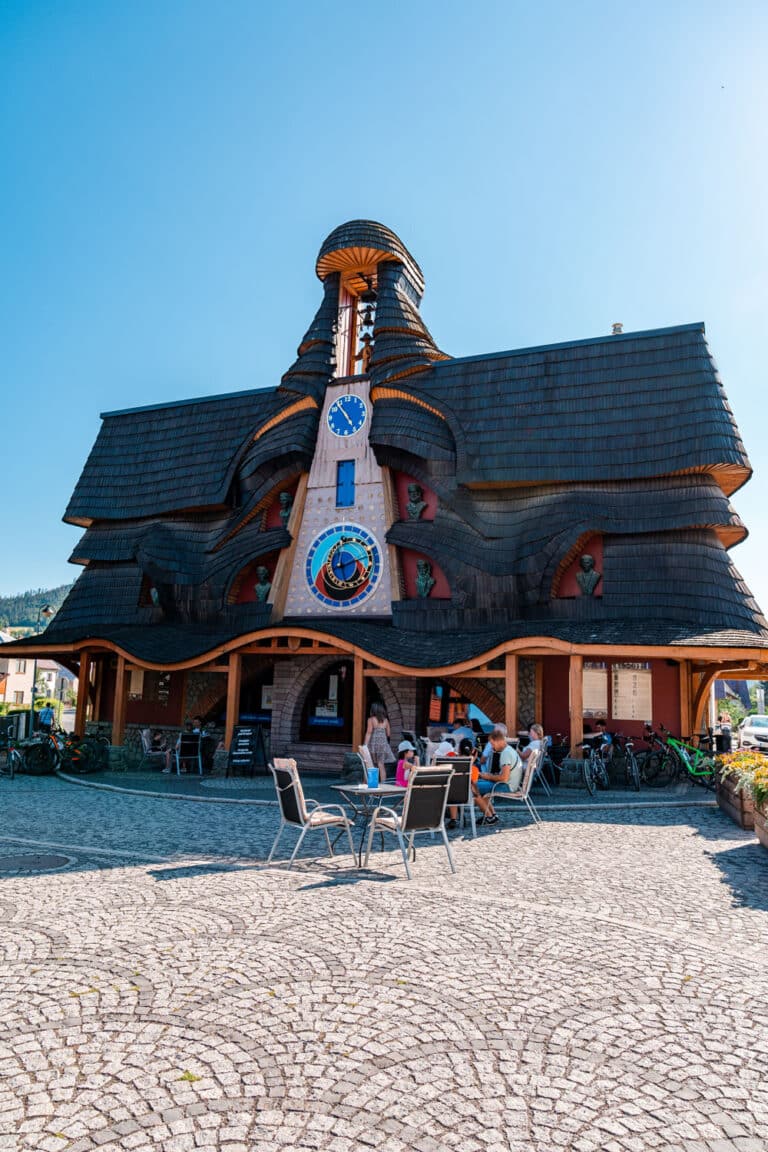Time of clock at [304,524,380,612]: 8:12
